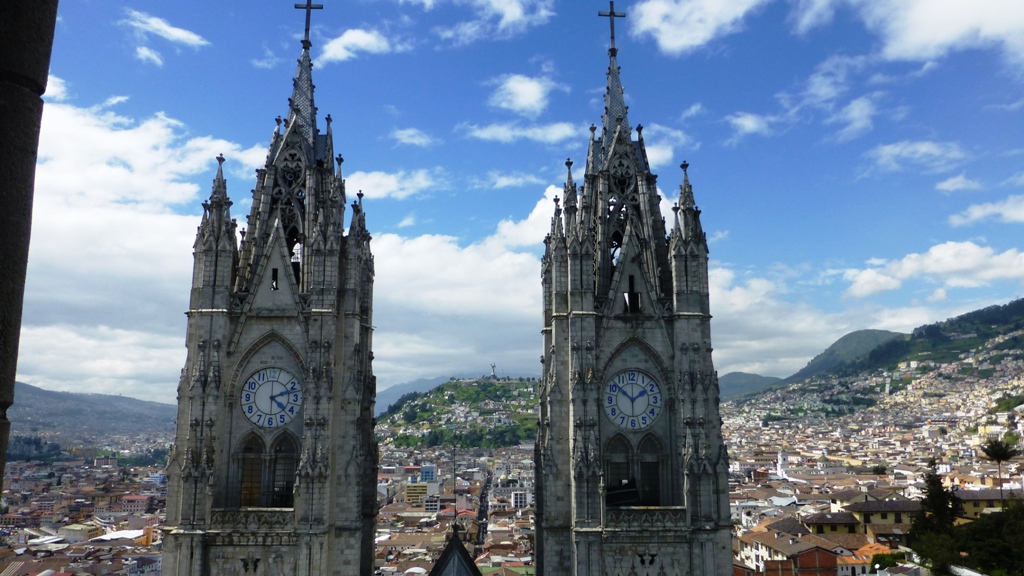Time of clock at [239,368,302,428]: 4:12
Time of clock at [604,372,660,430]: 1:51
